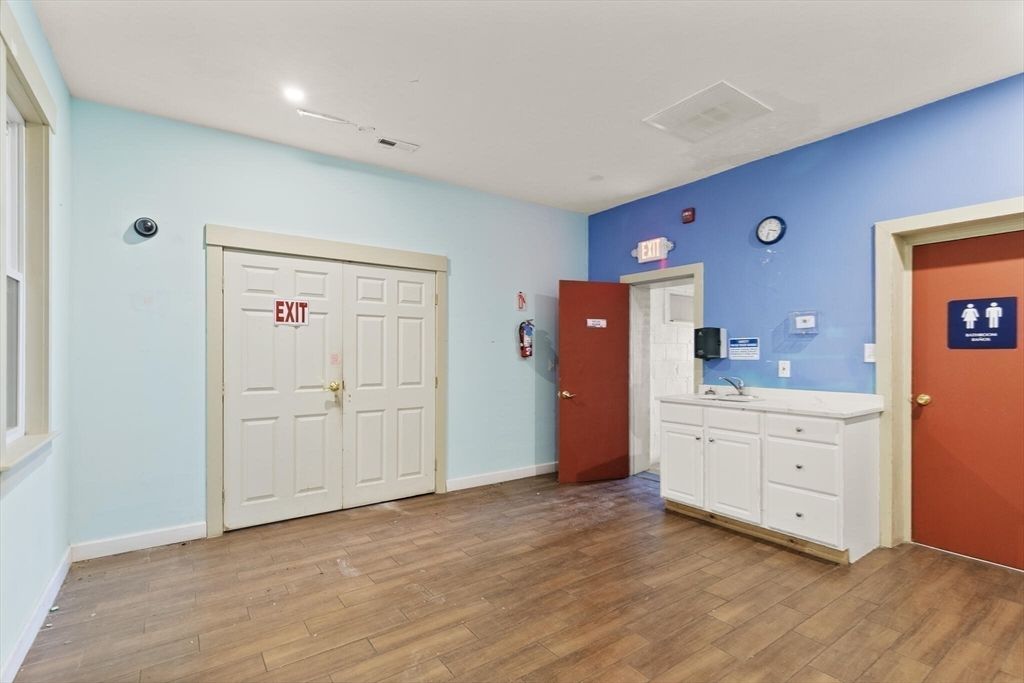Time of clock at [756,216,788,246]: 3:32
